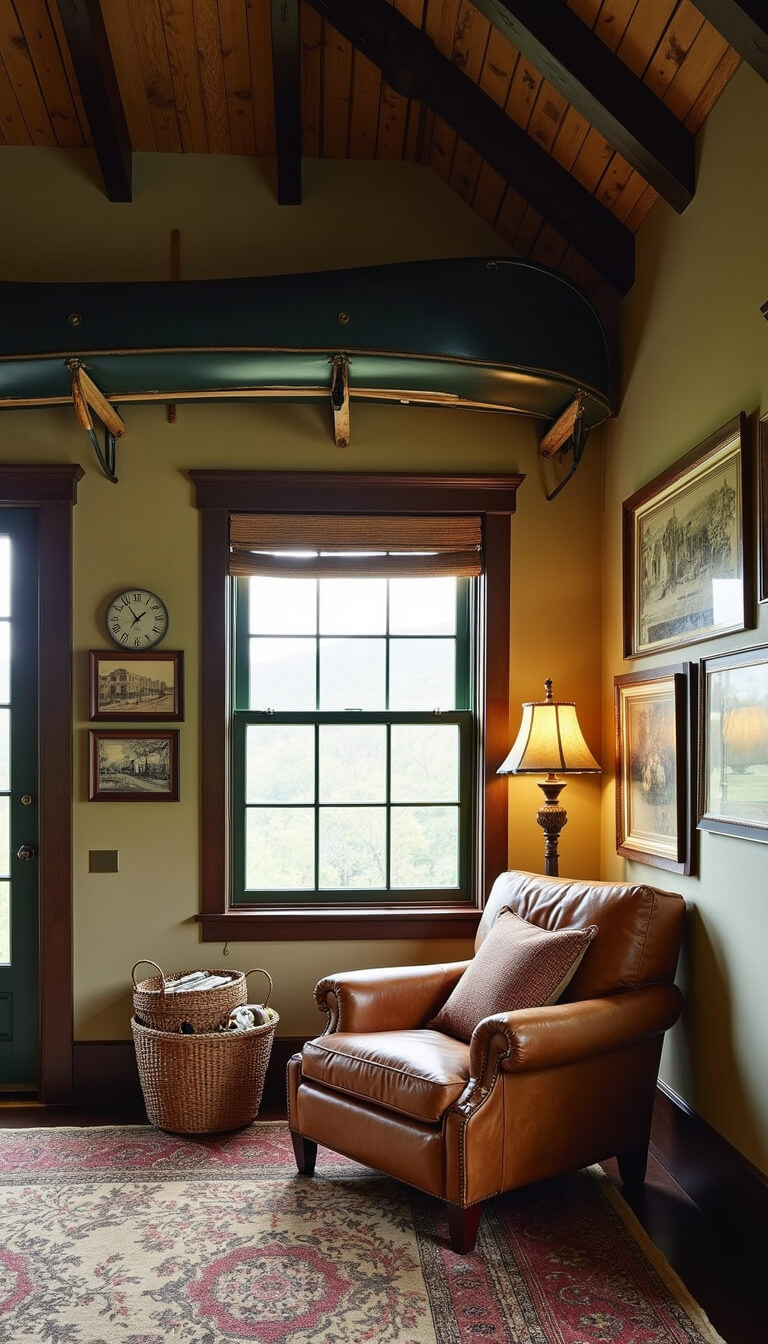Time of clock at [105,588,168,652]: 1:54
